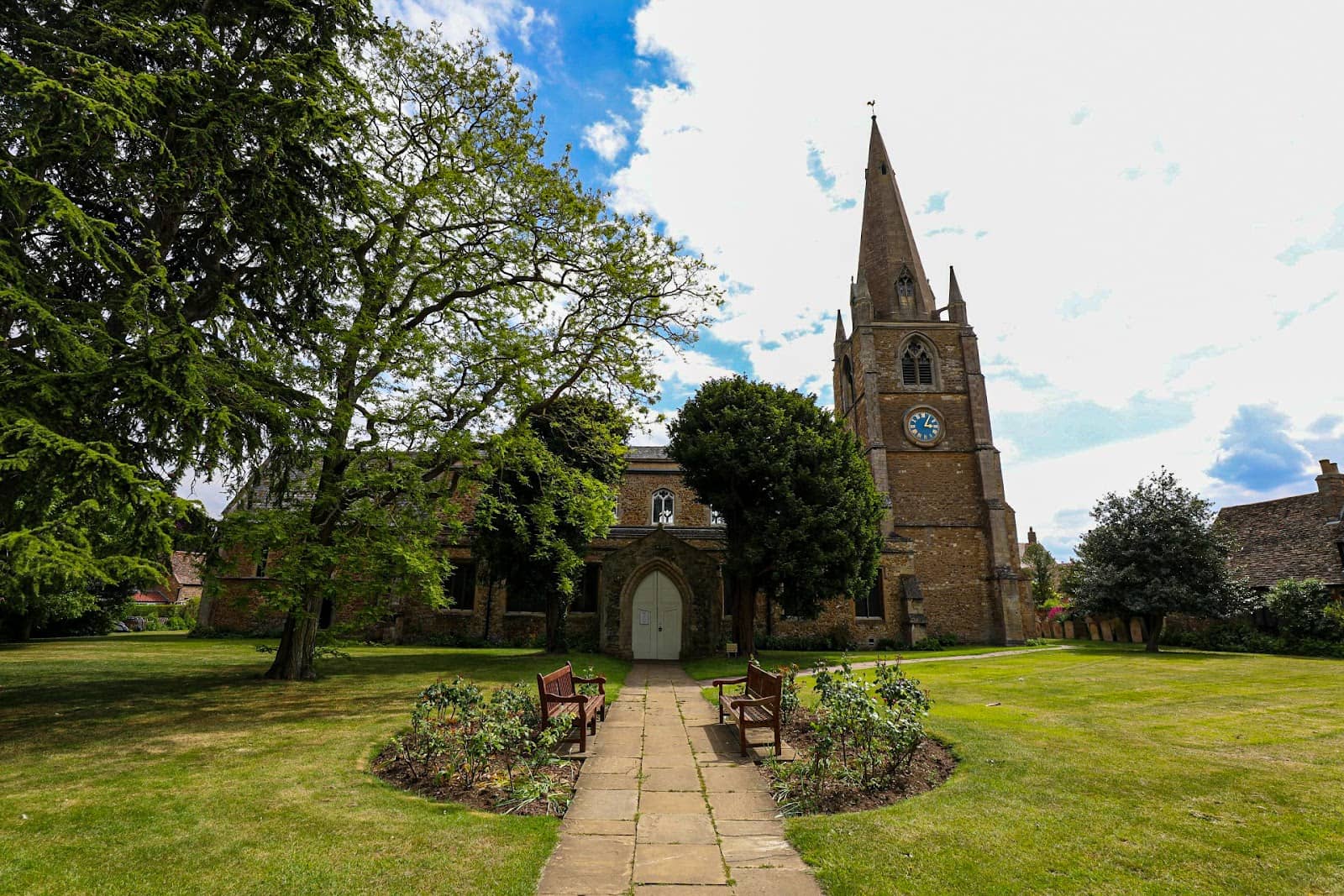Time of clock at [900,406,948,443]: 3:04
